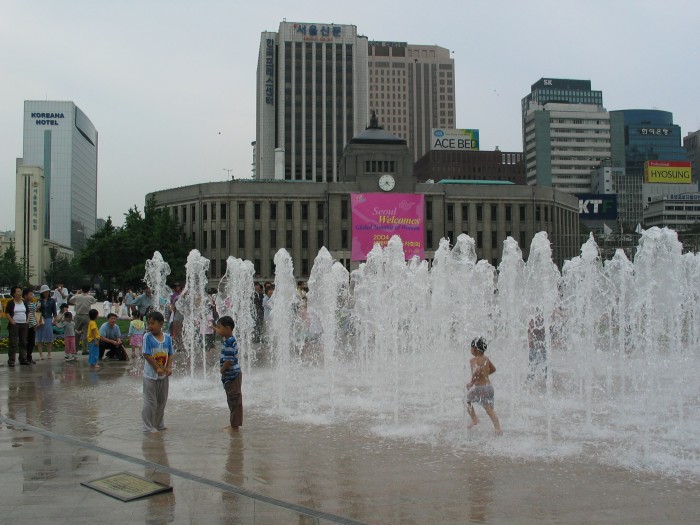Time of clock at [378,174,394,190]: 4:38
